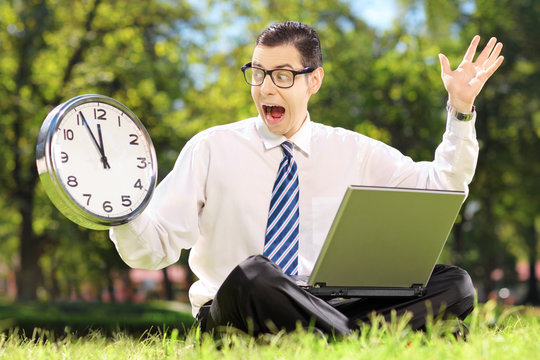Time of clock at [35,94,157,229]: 11:55
